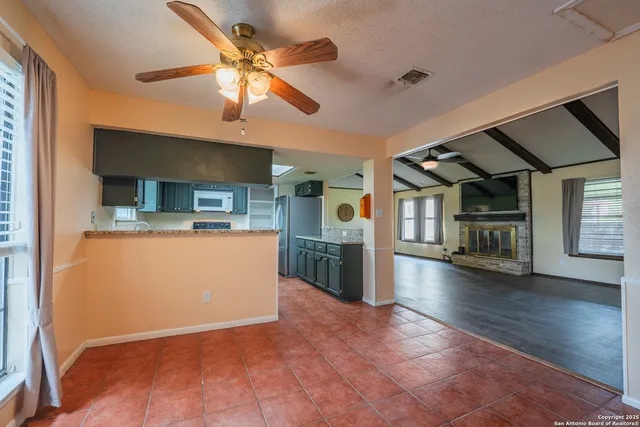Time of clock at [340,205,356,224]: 5:59
